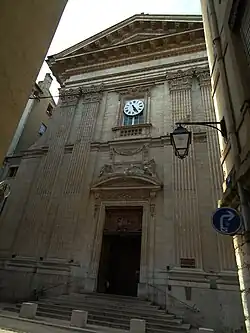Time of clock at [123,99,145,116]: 5:24
